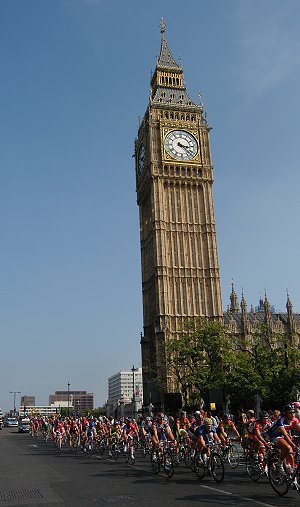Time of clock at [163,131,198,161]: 3:22
